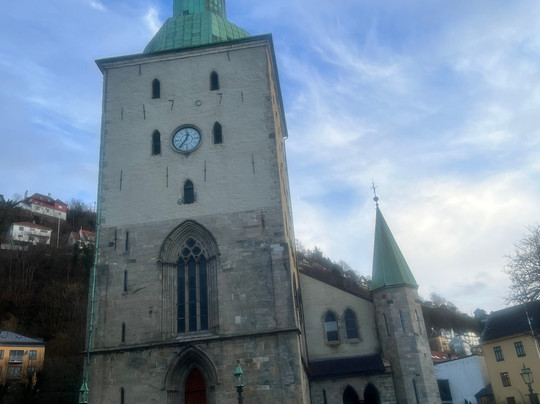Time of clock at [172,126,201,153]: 12:36
